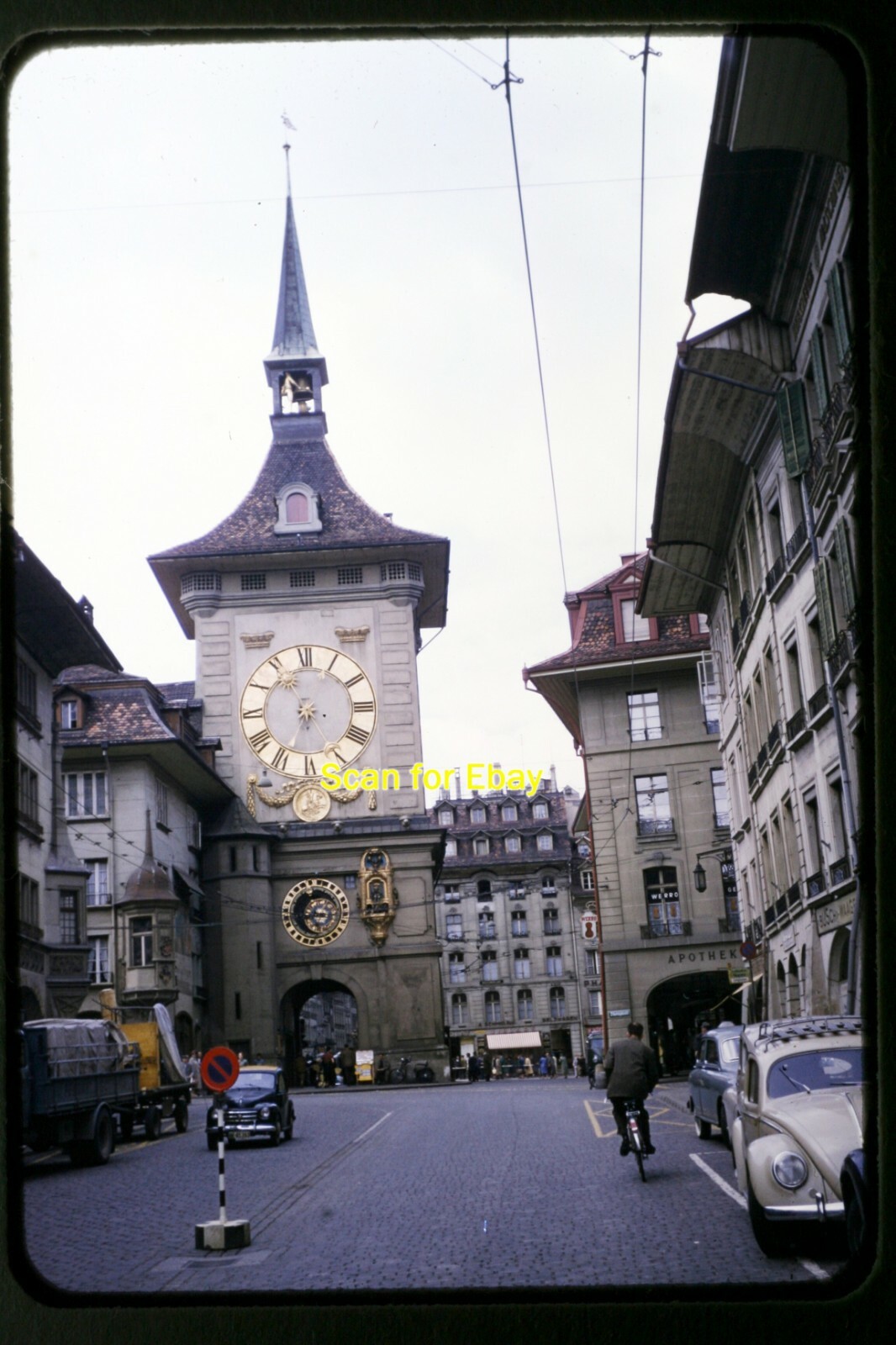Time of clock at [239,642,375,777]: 6:55
